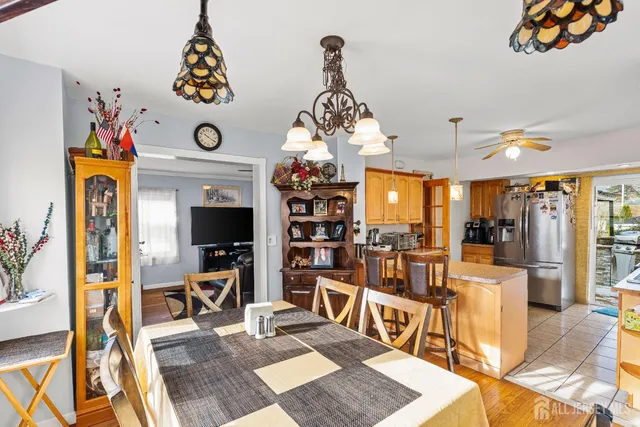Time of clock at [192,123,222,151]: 10:20
